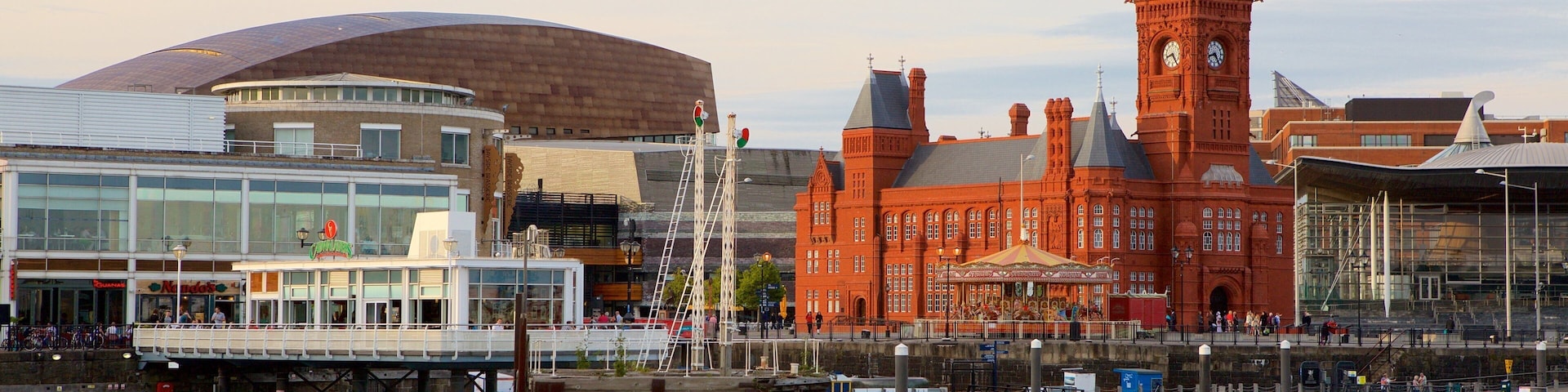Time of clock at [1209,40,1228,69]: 8:24
